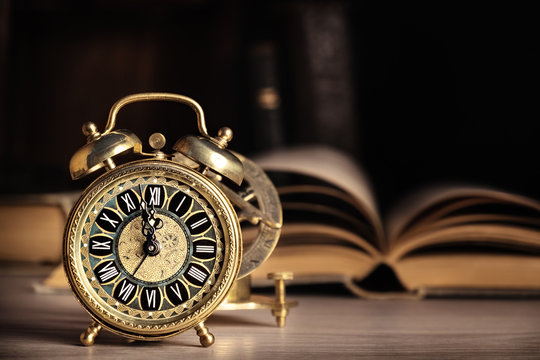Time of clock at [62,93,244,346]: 11:57
